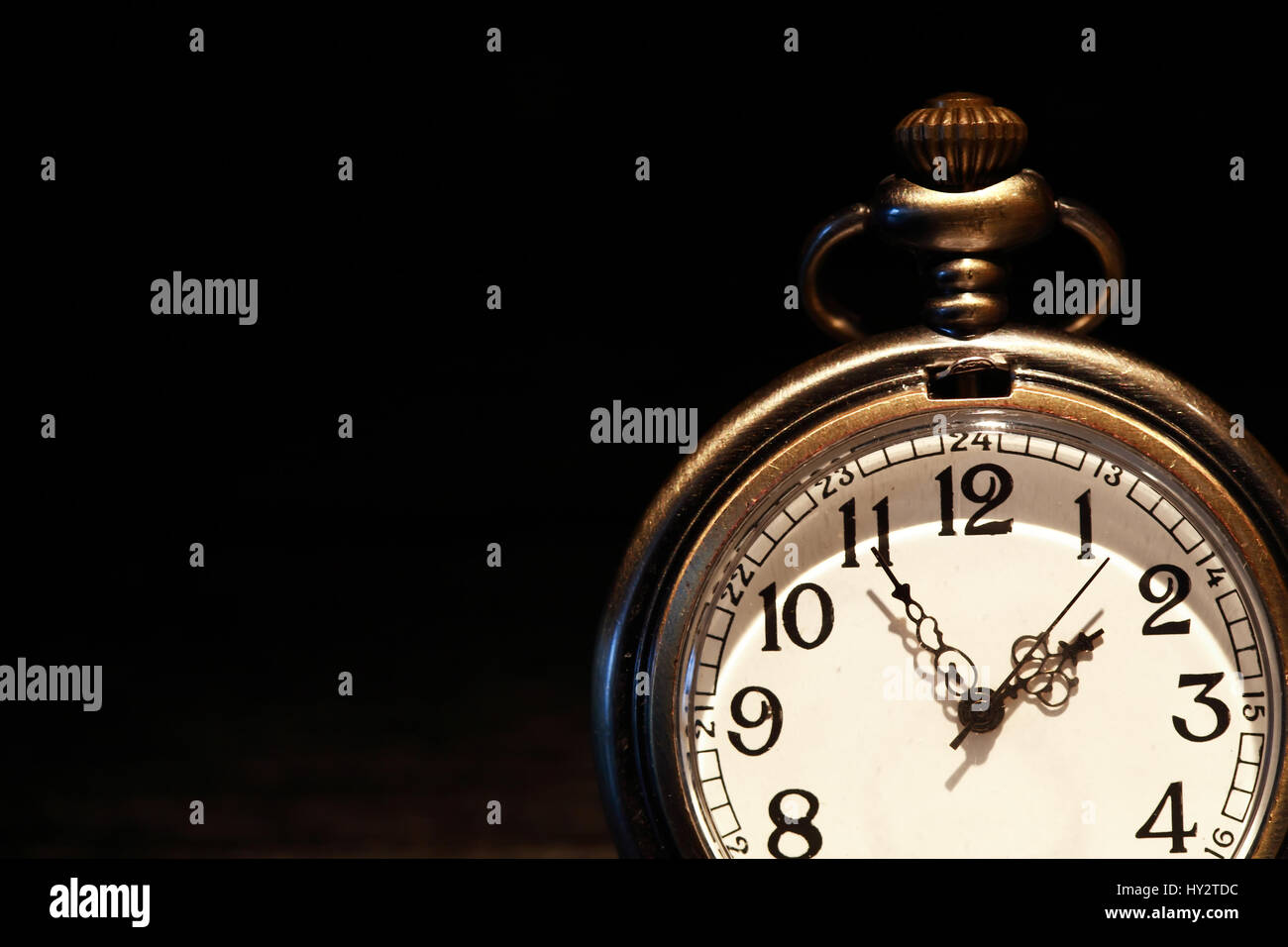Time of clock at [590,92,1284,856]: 1:55
